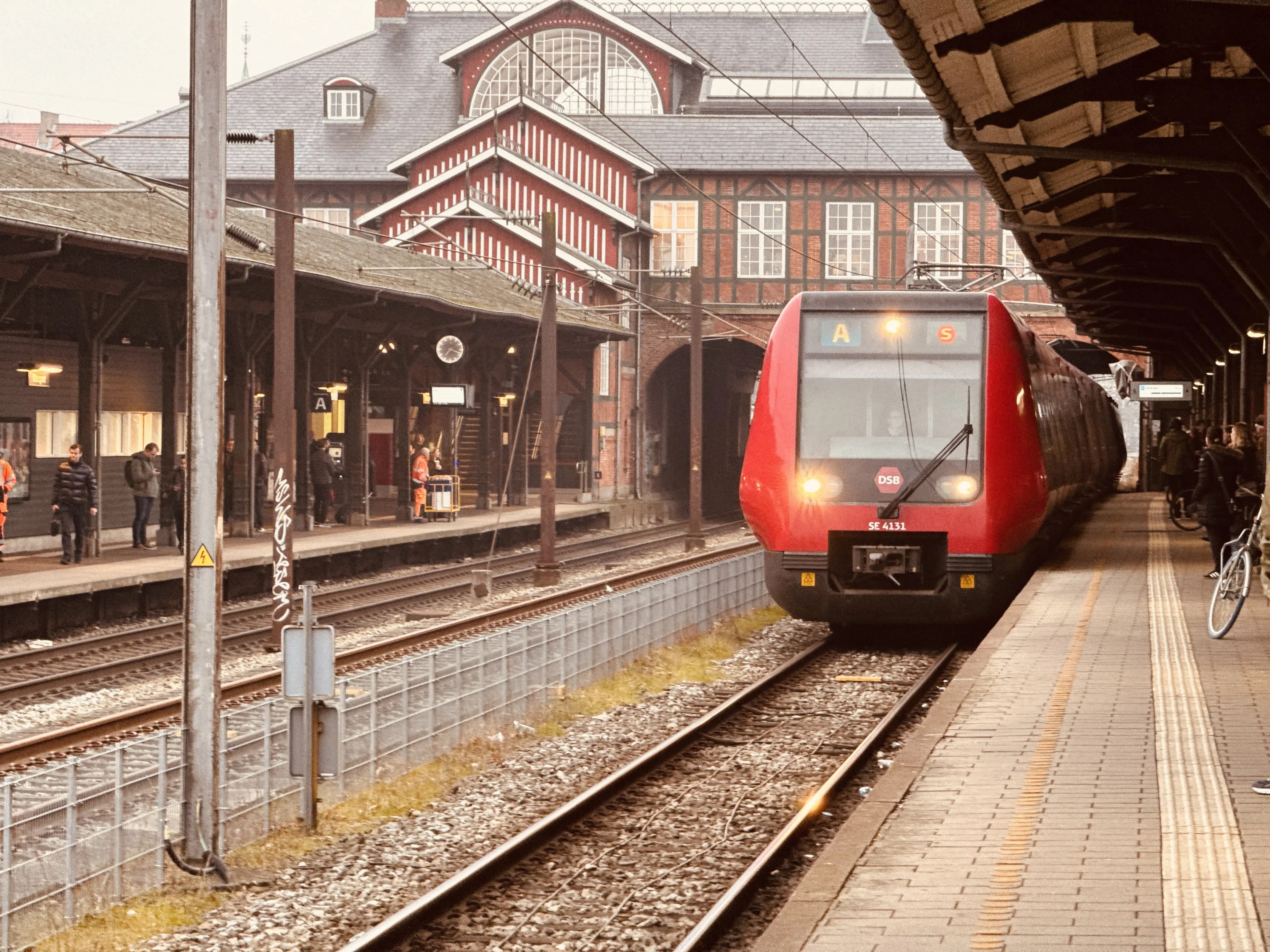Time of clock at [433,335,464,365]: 7:18
